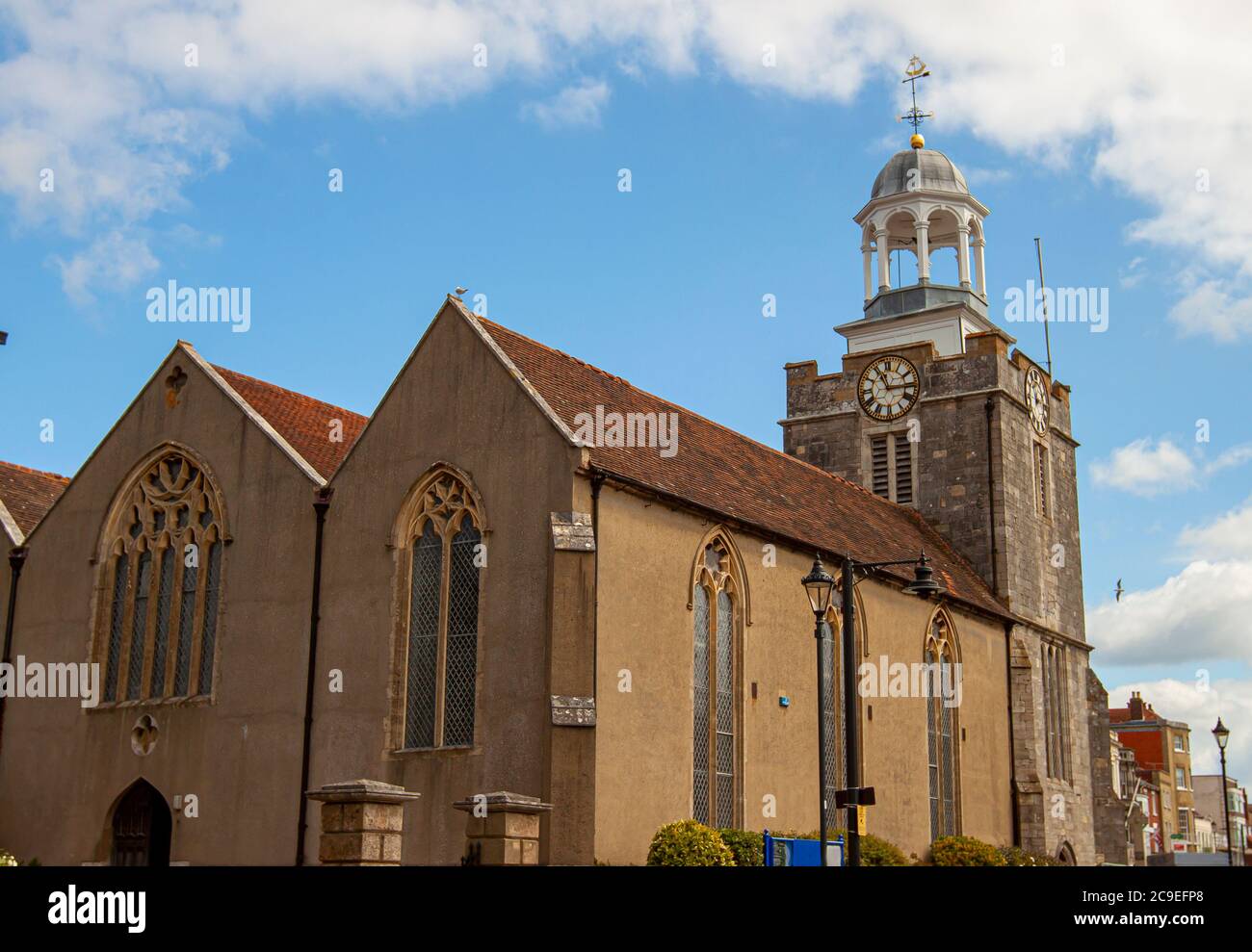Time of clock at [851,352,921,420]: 11:14
